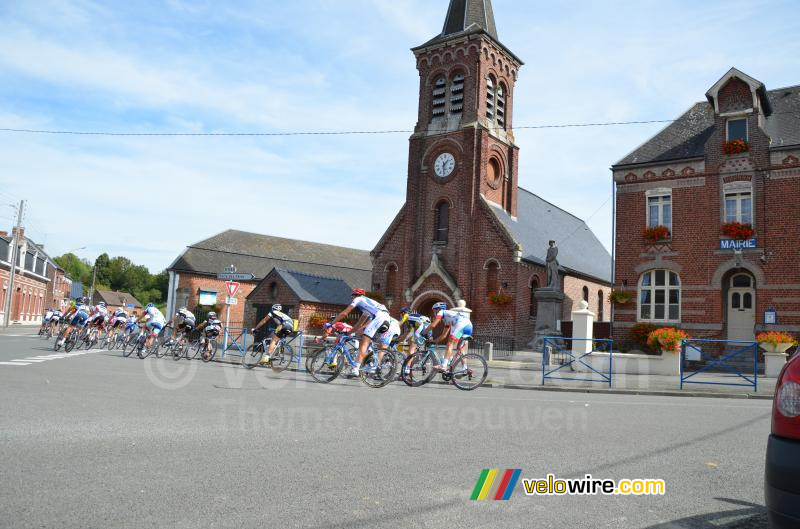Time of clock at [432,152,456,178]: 1:28
